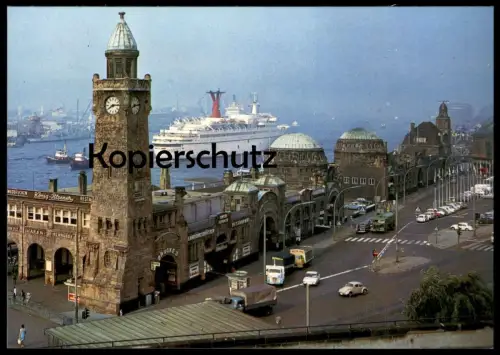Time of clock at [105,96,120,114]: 8:14
